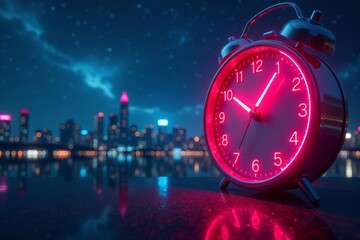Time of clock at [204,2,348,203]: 10:05
